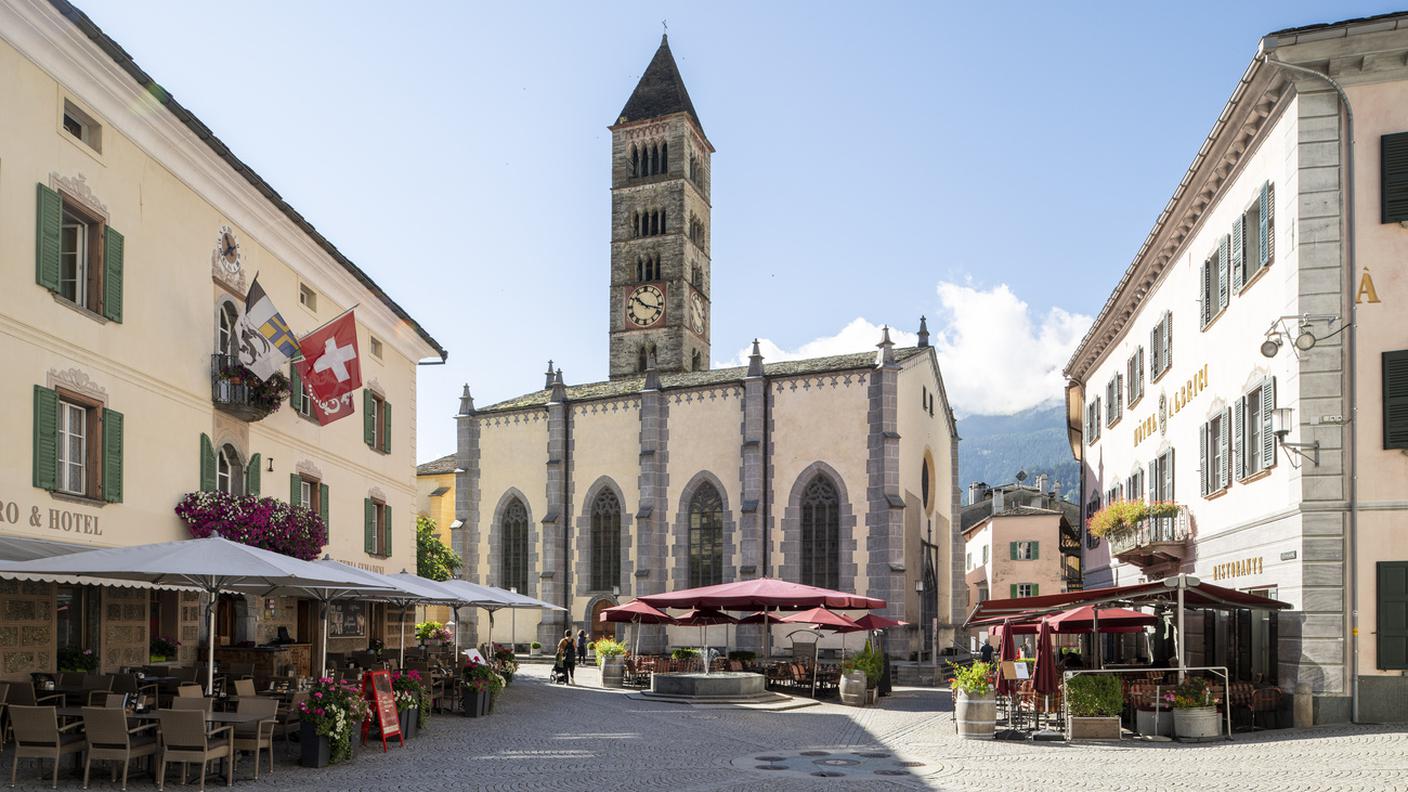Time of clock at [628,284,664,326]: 10:17
